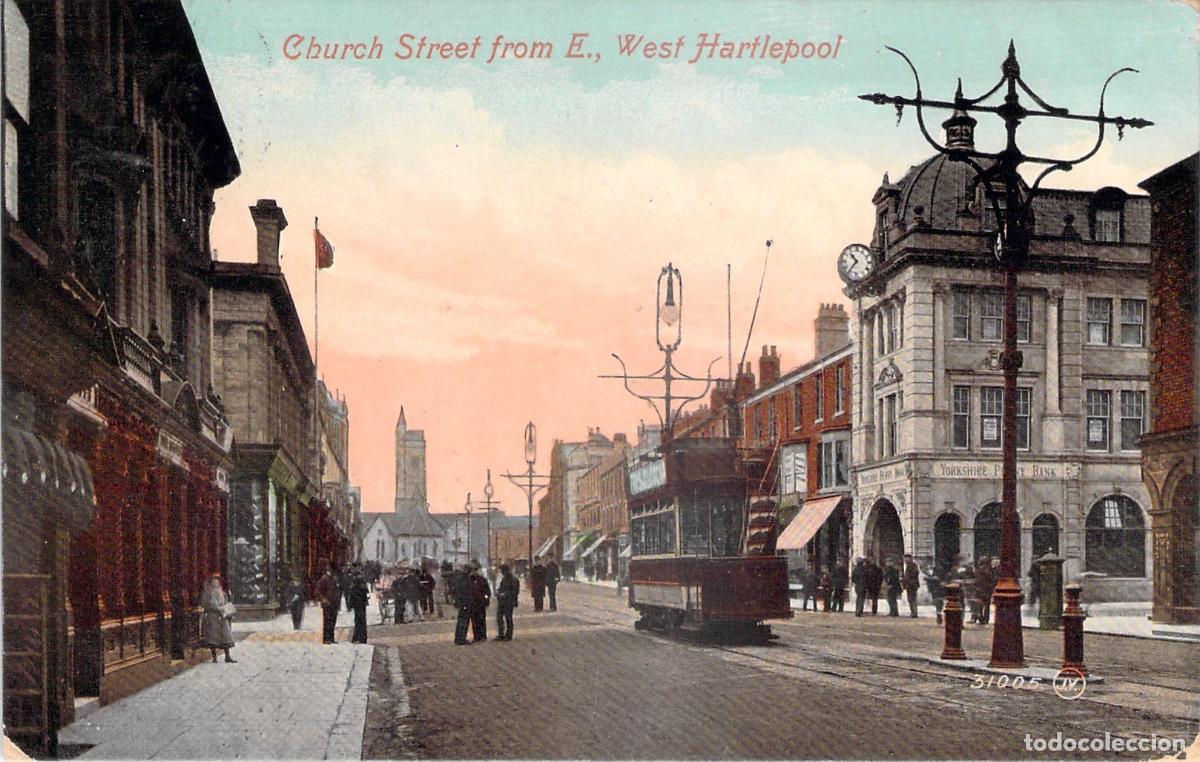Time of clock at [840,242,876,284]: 10:36
